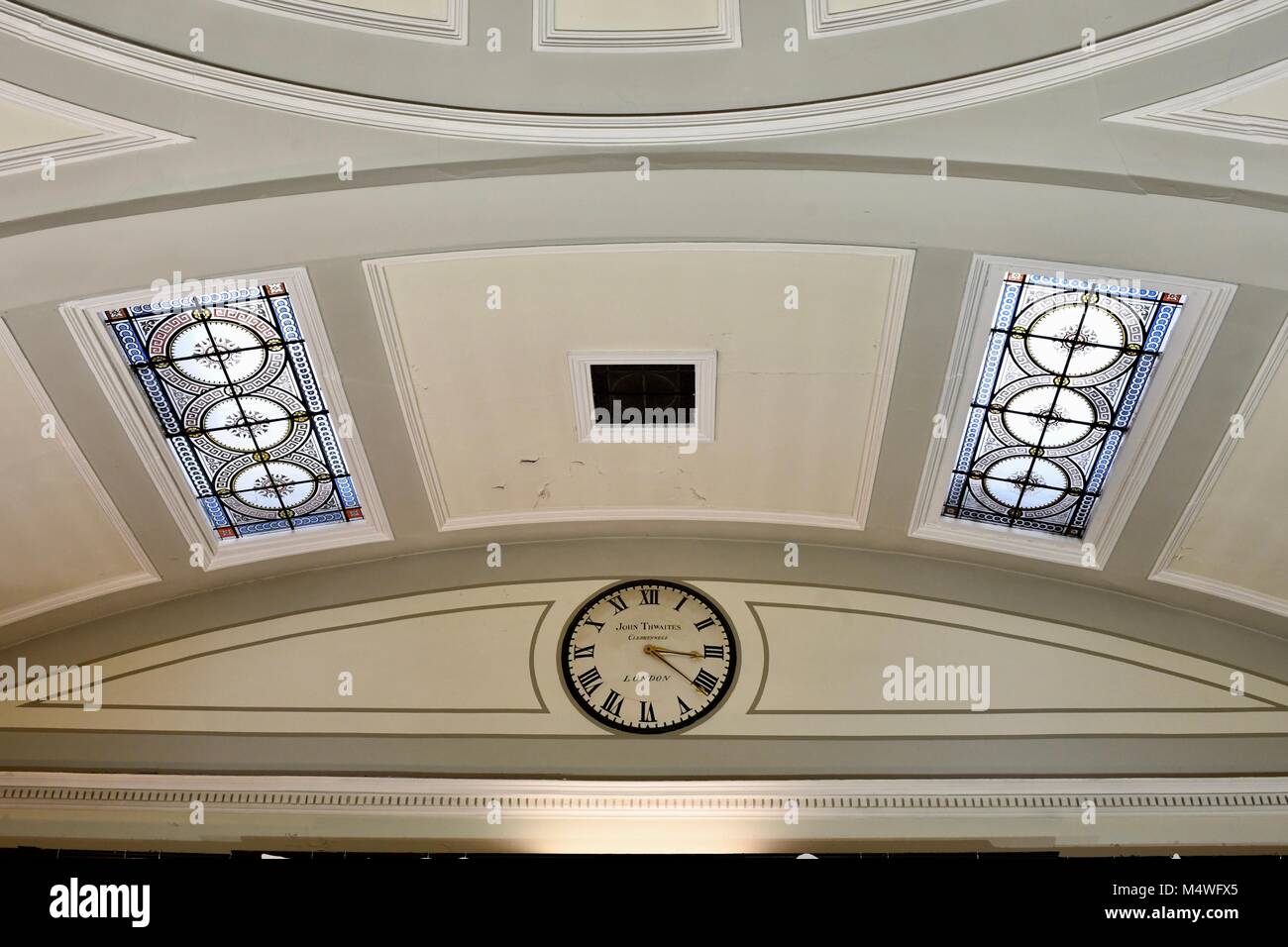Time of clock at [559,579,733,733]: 3:21
